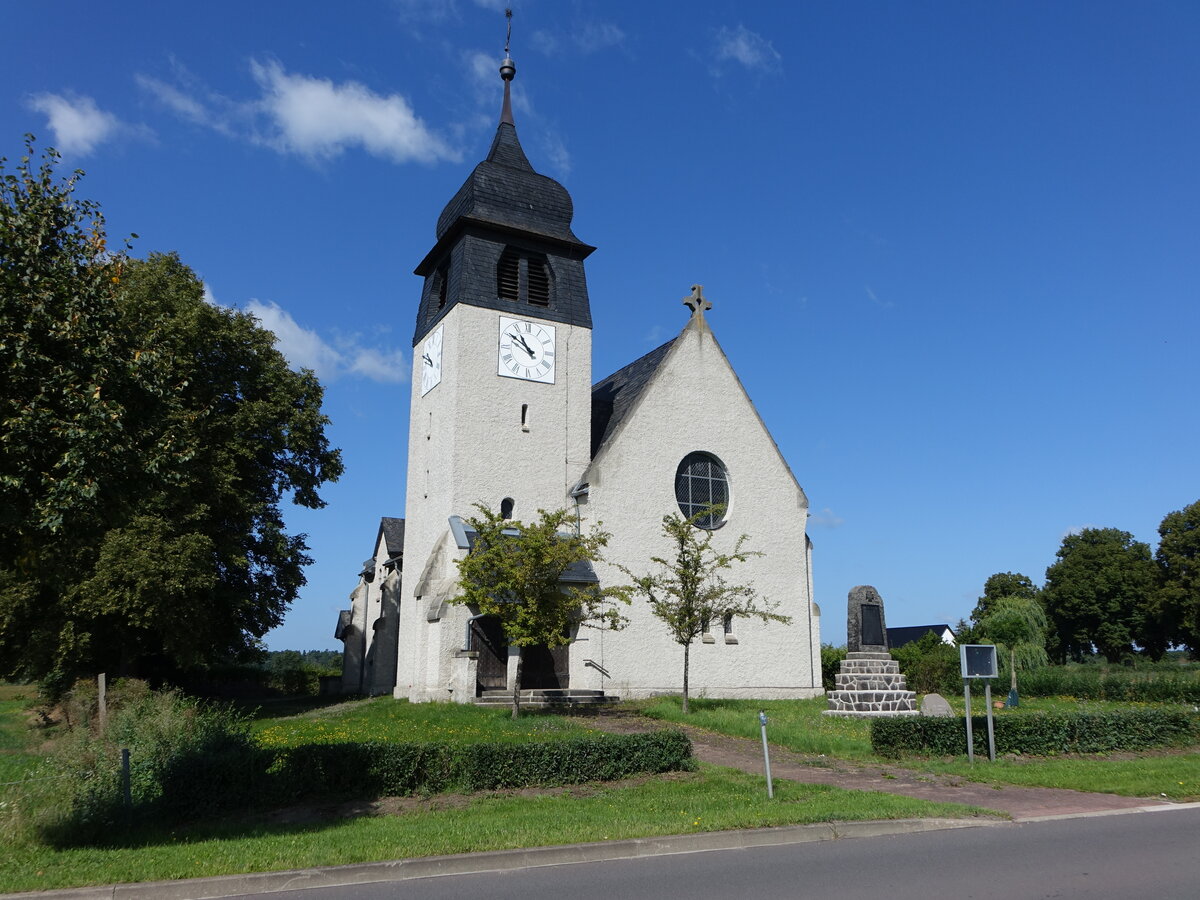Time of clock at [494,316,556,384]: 10:50
